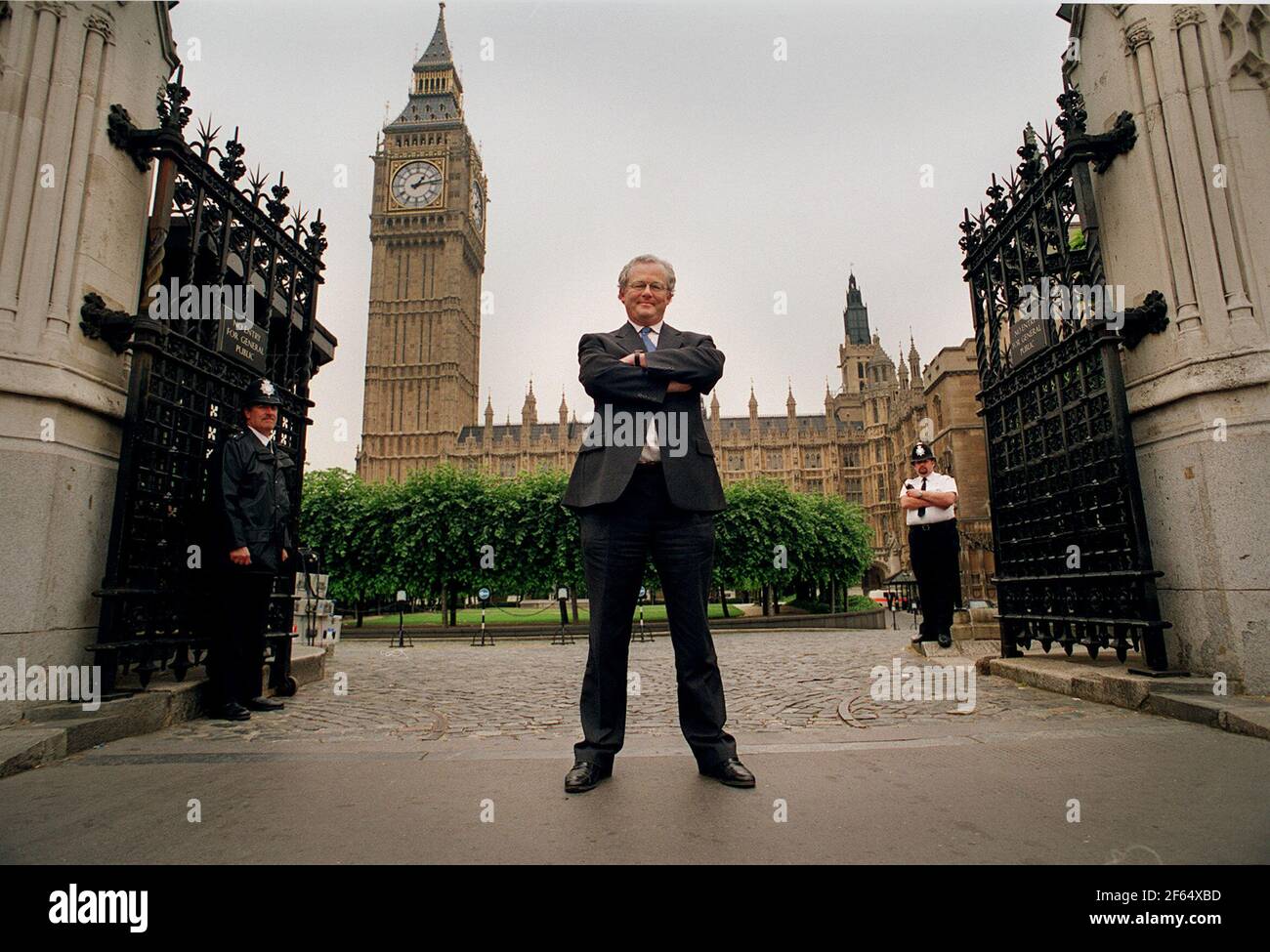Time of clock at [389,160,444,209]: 1:13
